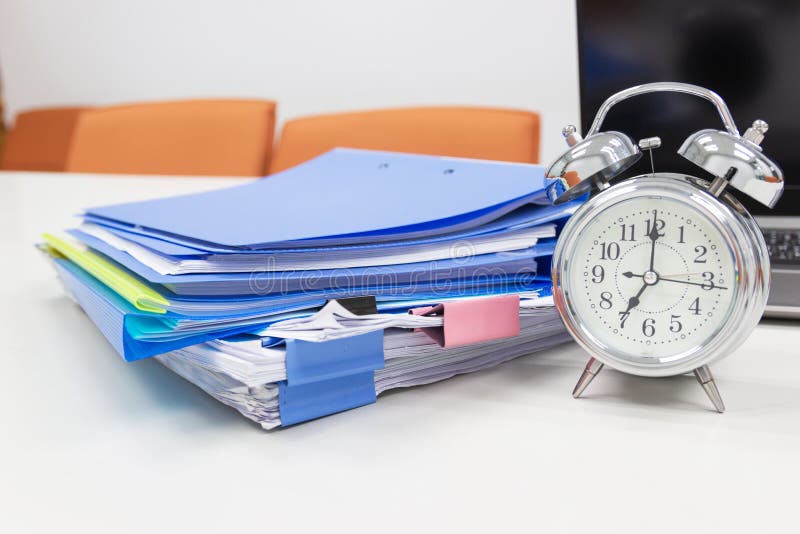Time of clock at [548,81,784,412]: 7:00
